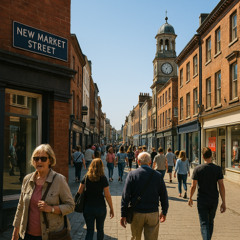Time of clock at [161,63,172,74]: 7:07
